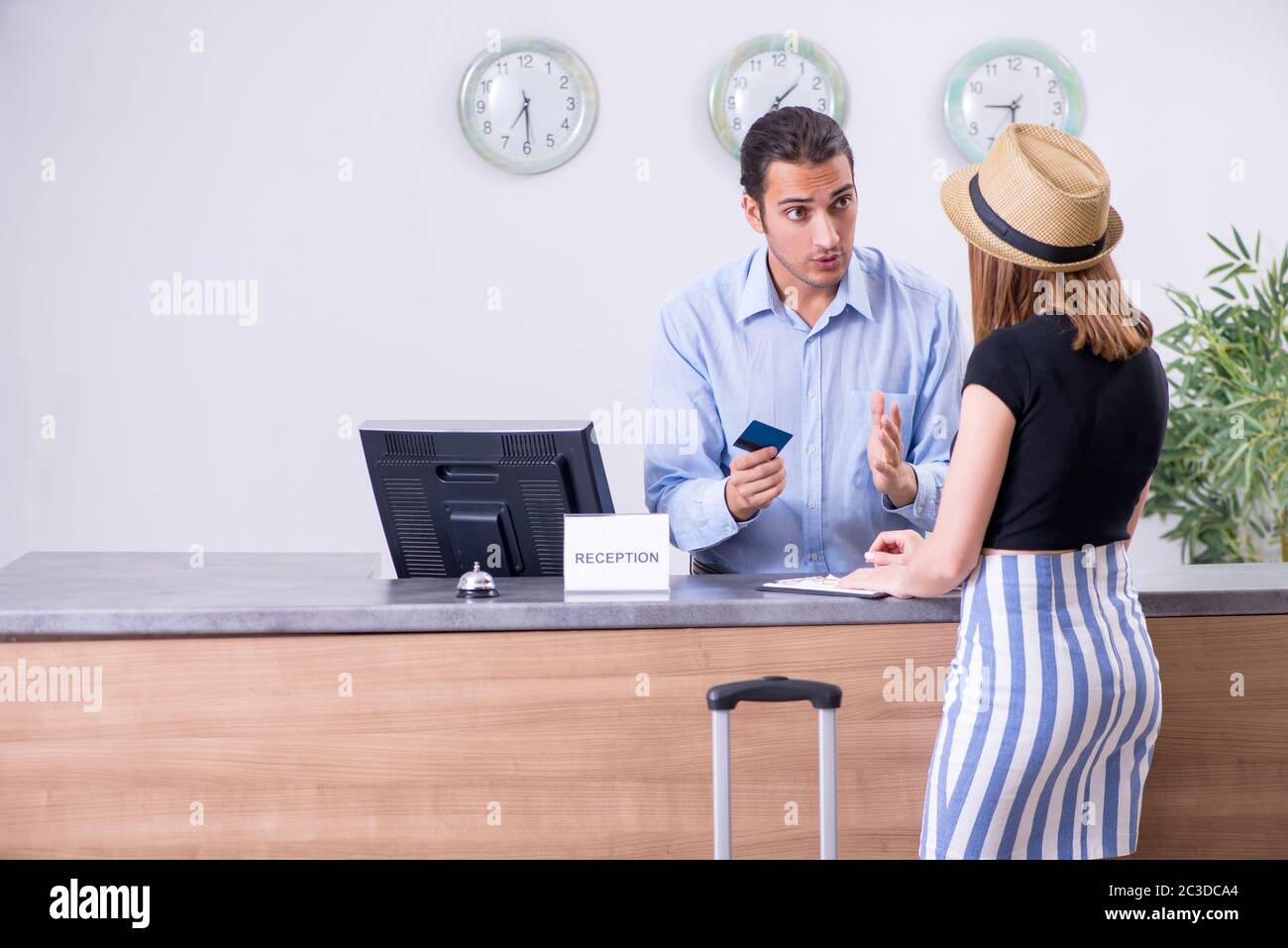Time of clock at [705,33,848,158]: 1:37
